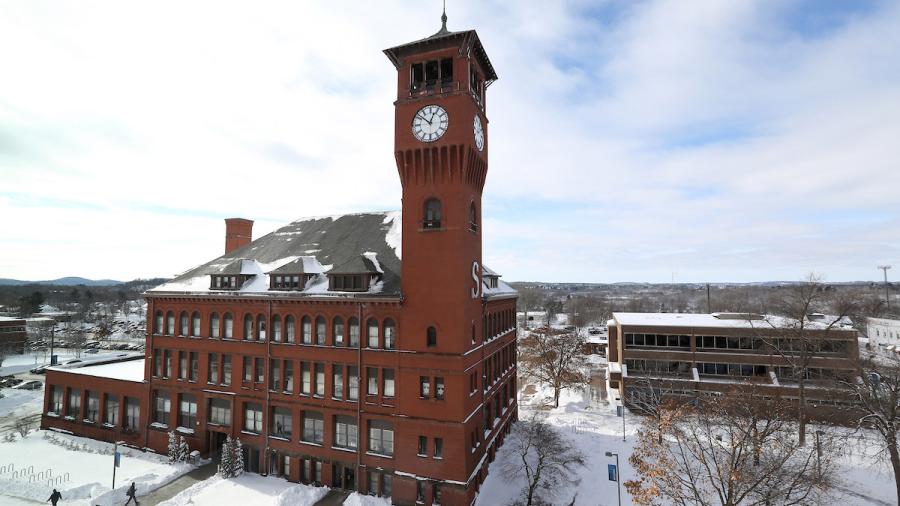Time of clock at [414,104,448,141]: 12:51
